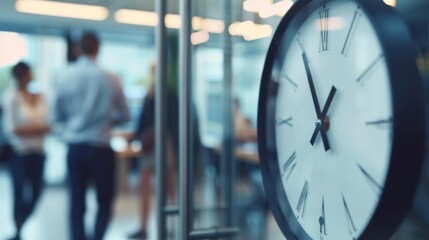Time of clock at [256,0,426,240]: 12:55
